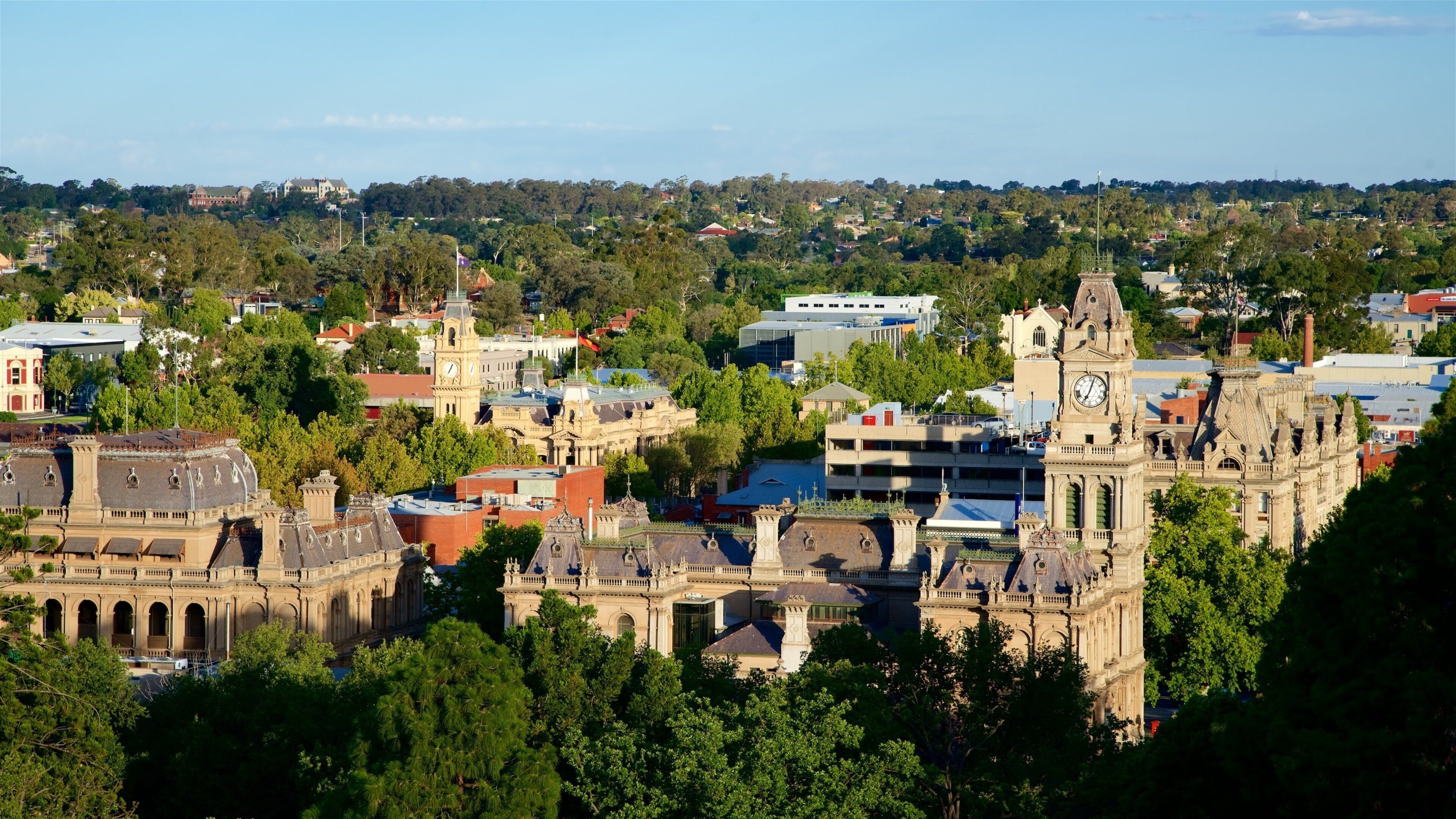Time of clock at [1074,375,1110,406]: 7:03
